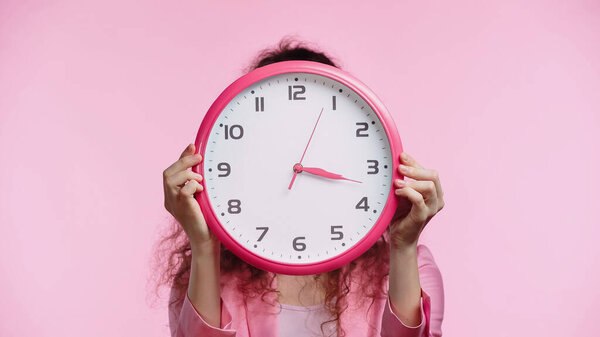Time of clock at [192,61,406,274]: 3:17
